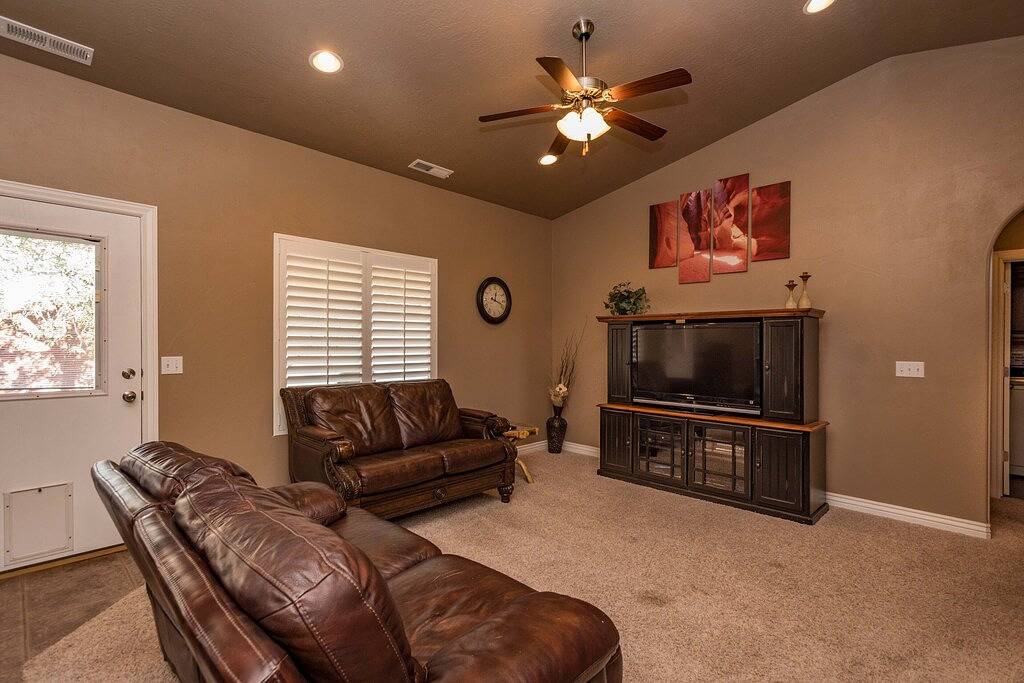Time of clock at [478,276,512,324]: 12:18
